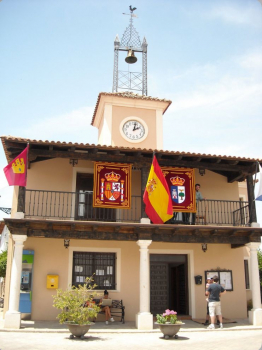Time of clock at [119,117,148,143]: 2:02
